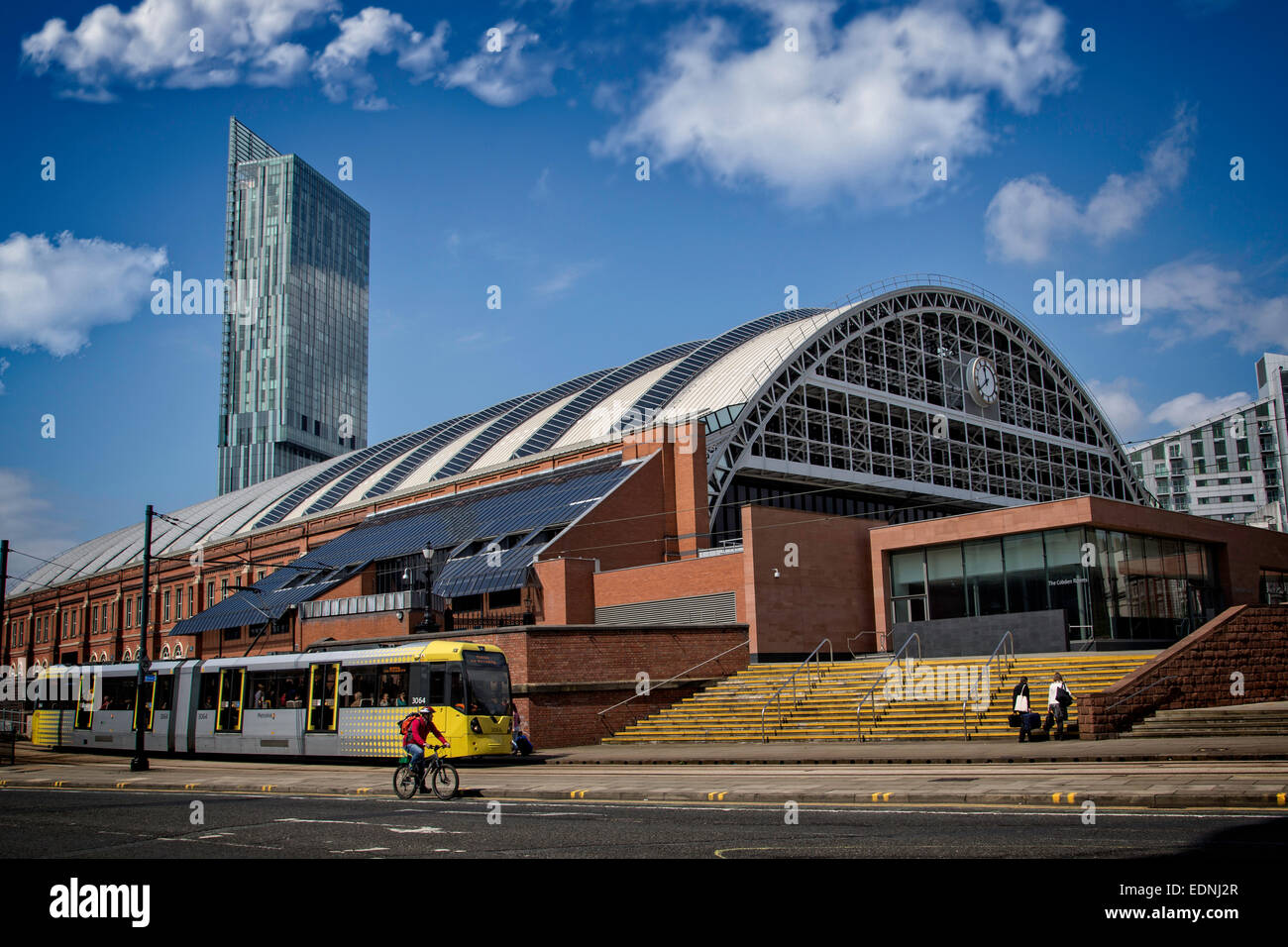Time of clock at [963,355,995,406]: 11:38
